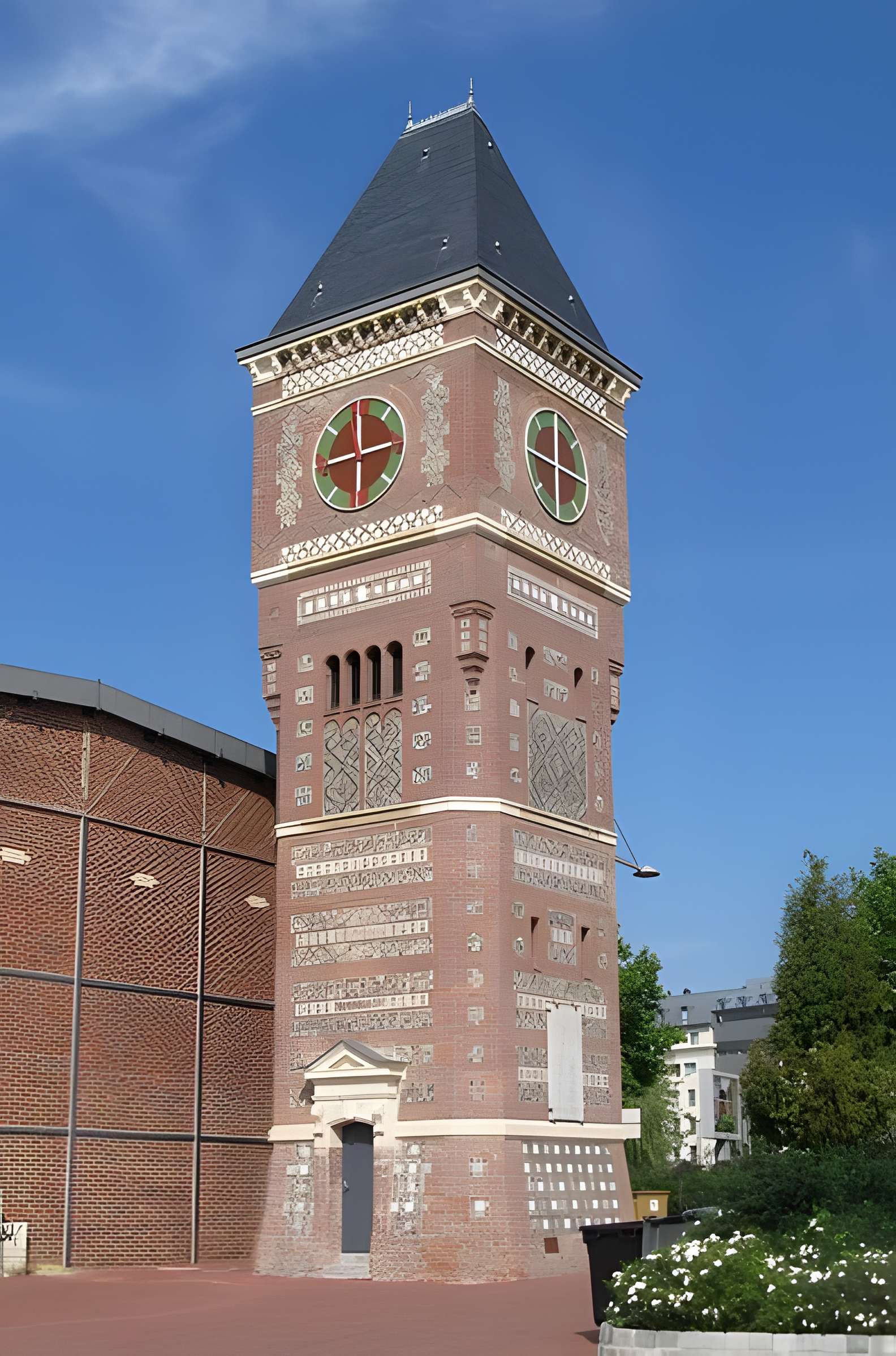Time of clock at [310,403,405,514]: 8:12
